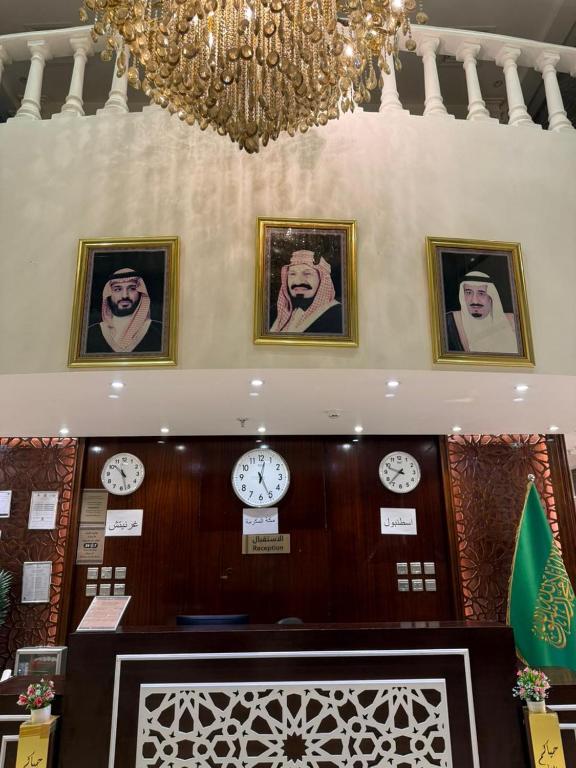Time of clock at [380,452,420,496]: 9:37
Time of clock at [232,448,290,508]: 12:25
